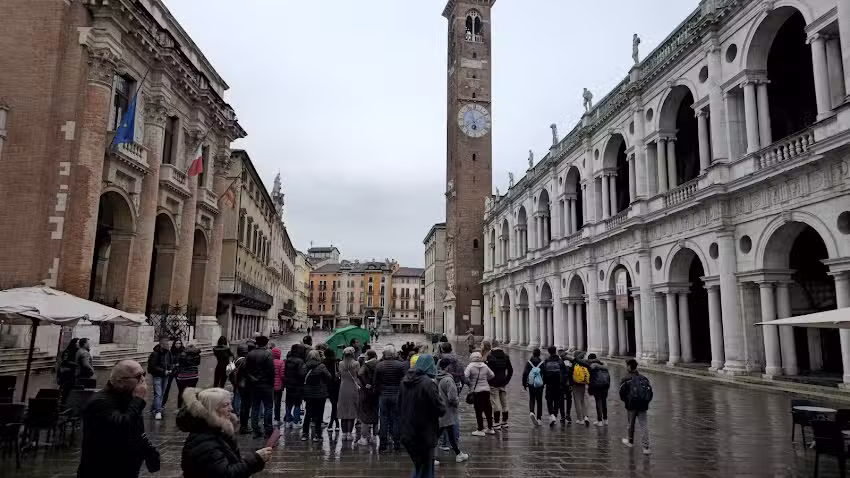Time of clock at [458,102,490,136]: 5:57
